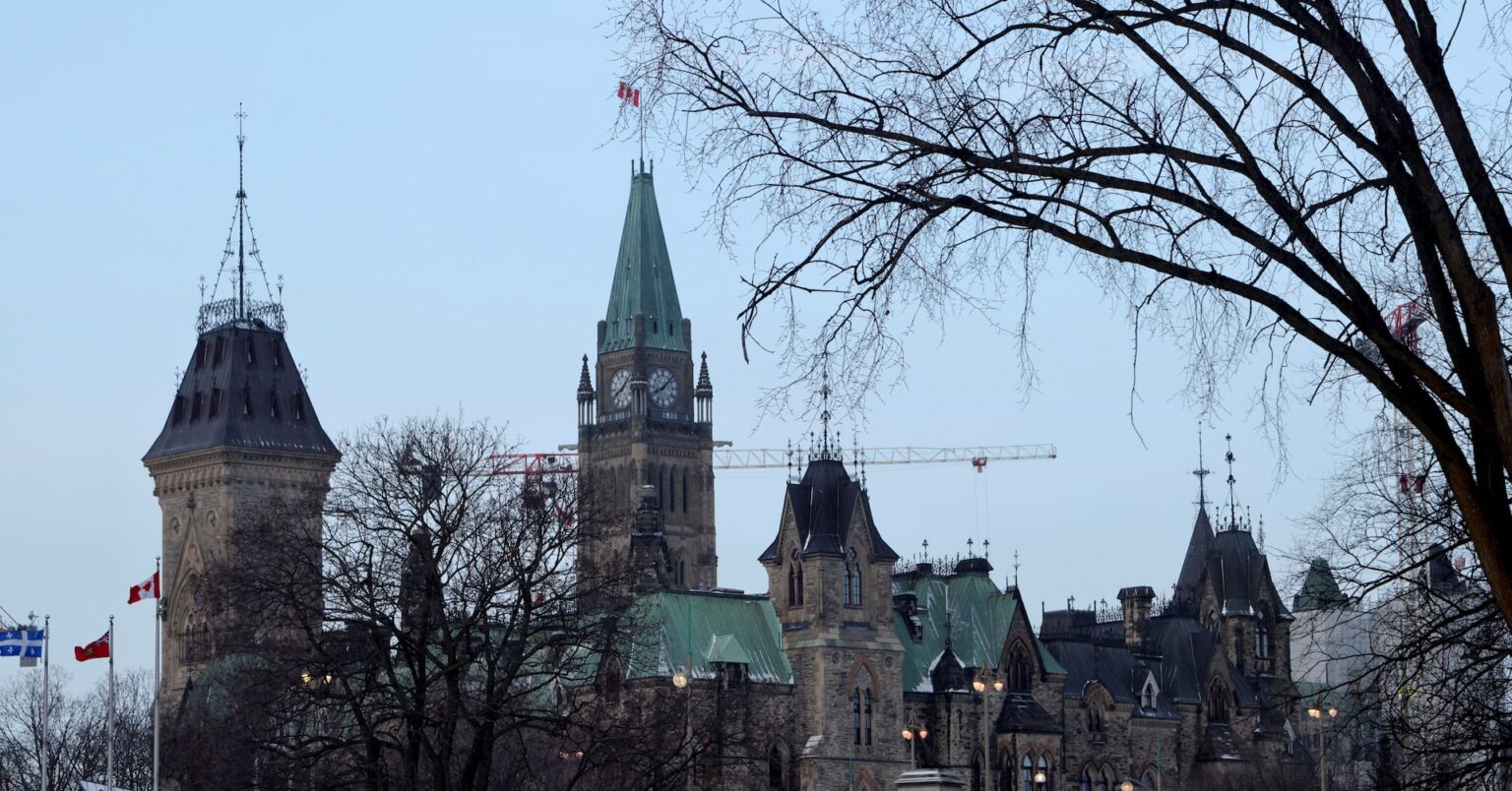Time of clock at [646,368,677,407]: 8:07
